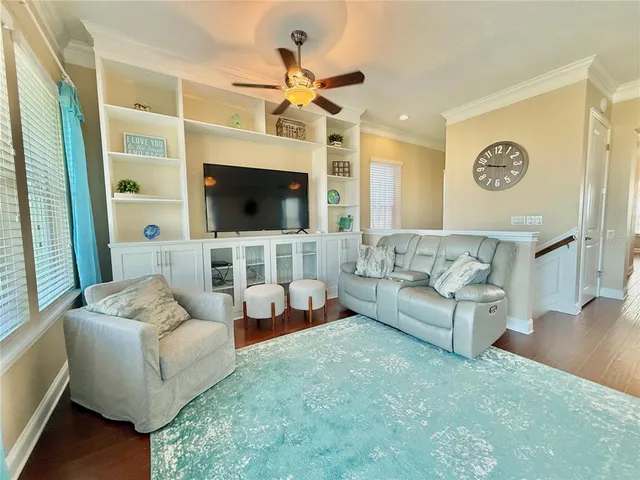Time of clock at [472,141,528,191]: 9:47
